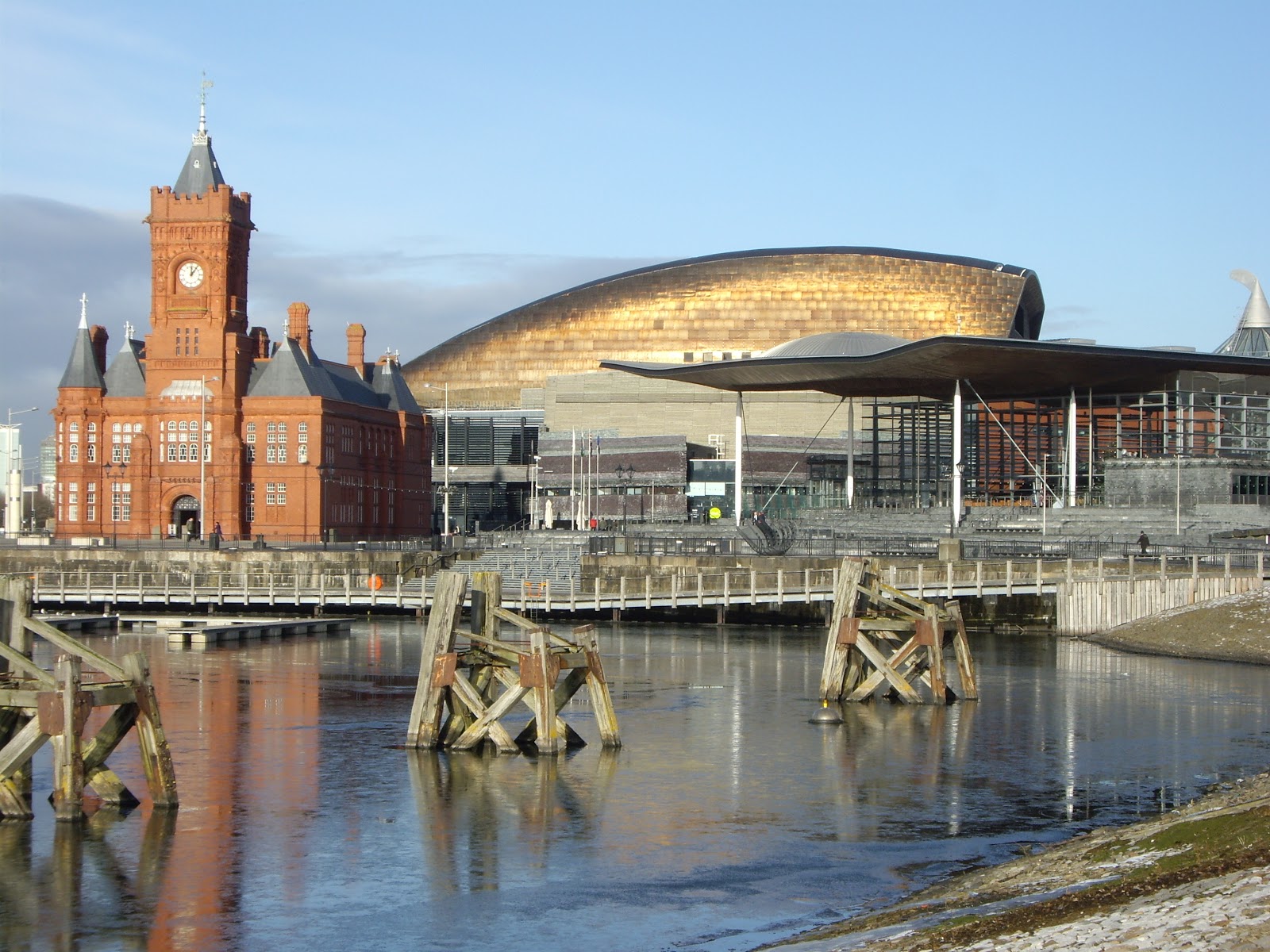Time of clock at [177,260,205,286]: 12:06
